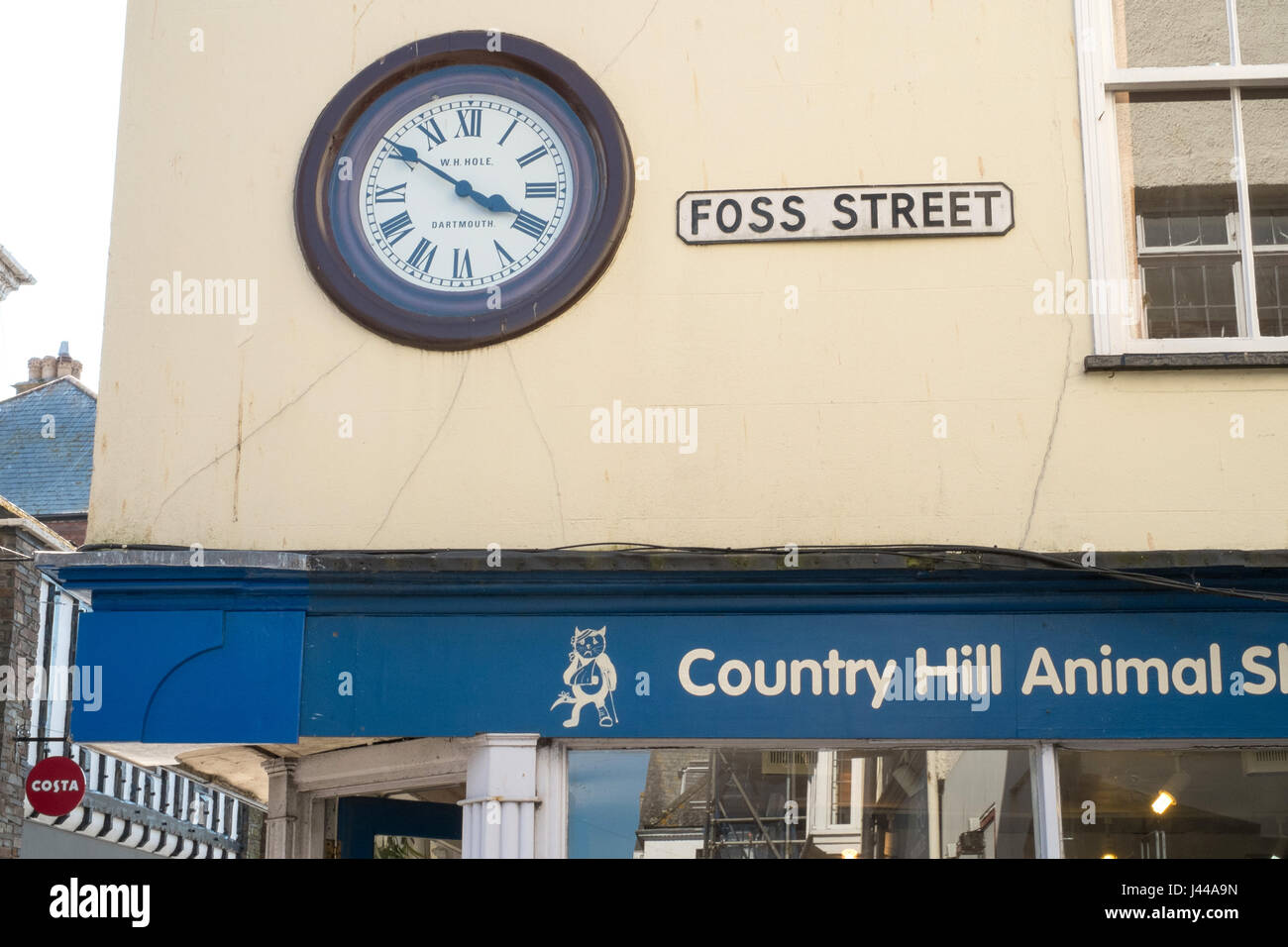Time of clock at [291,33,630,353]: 3:50
